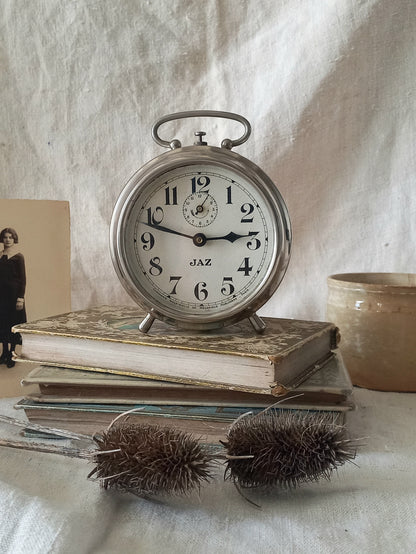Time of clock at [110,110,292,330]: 2:48
